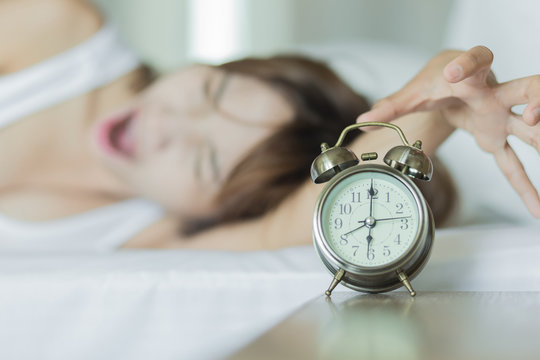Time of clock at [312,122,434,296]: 6:00
